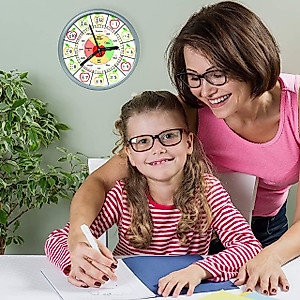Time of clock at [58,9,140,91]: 2:56
